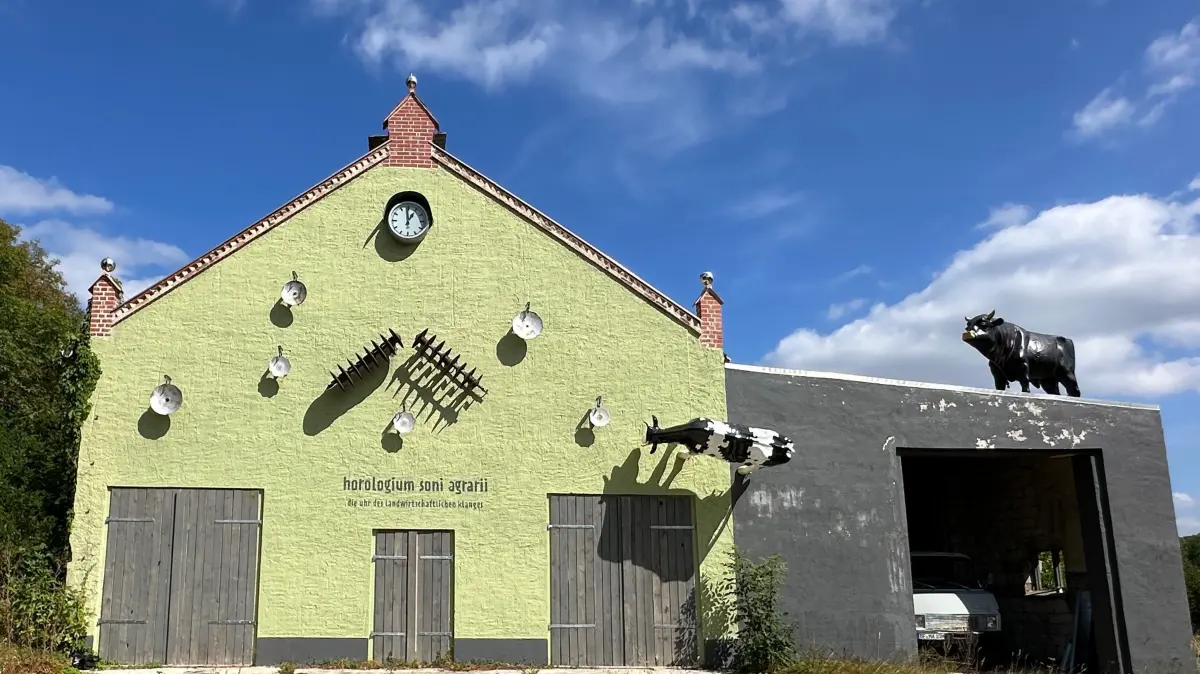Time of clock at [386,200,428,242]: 12:59
